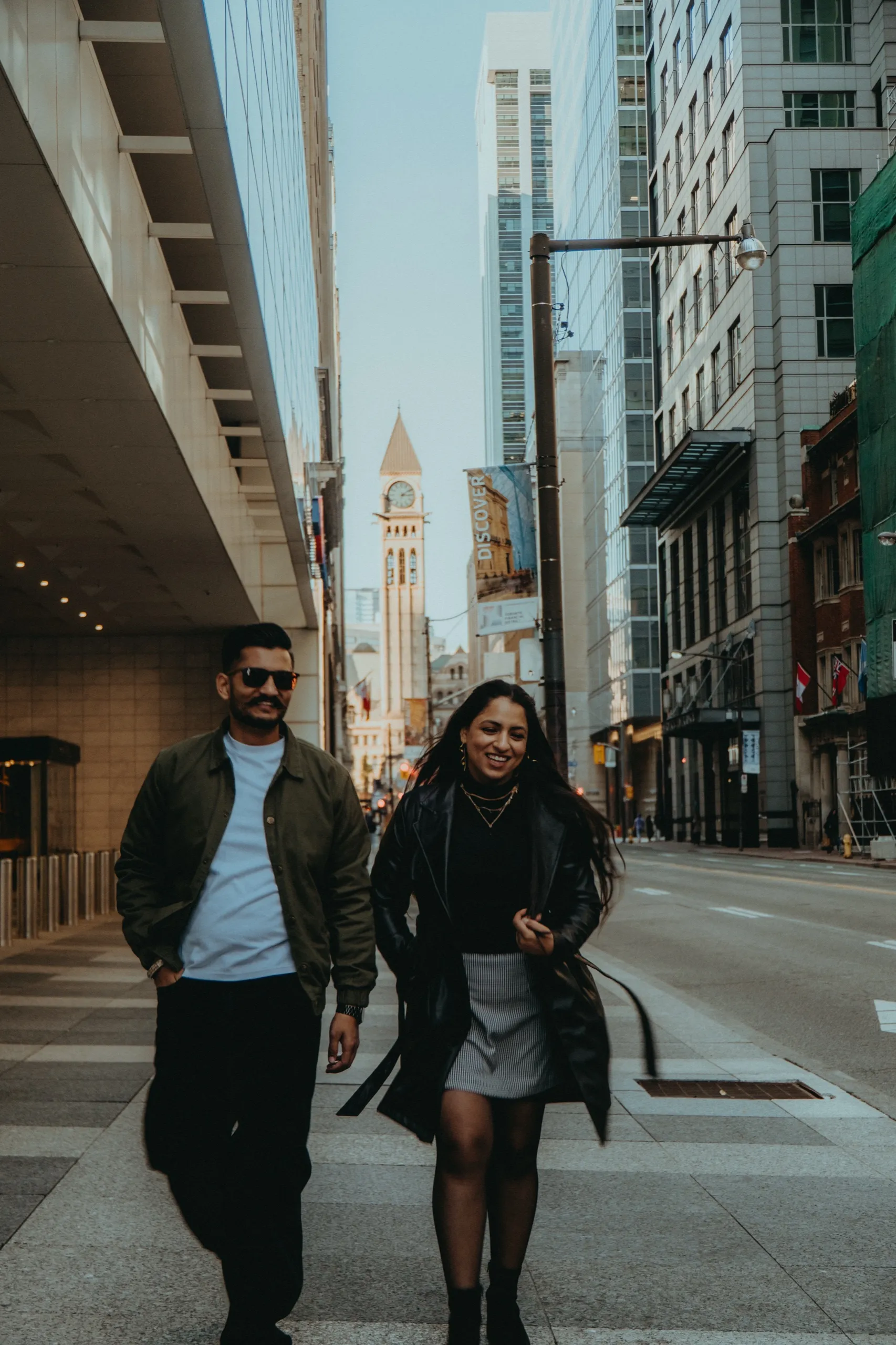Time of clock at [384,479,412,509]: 3:09
